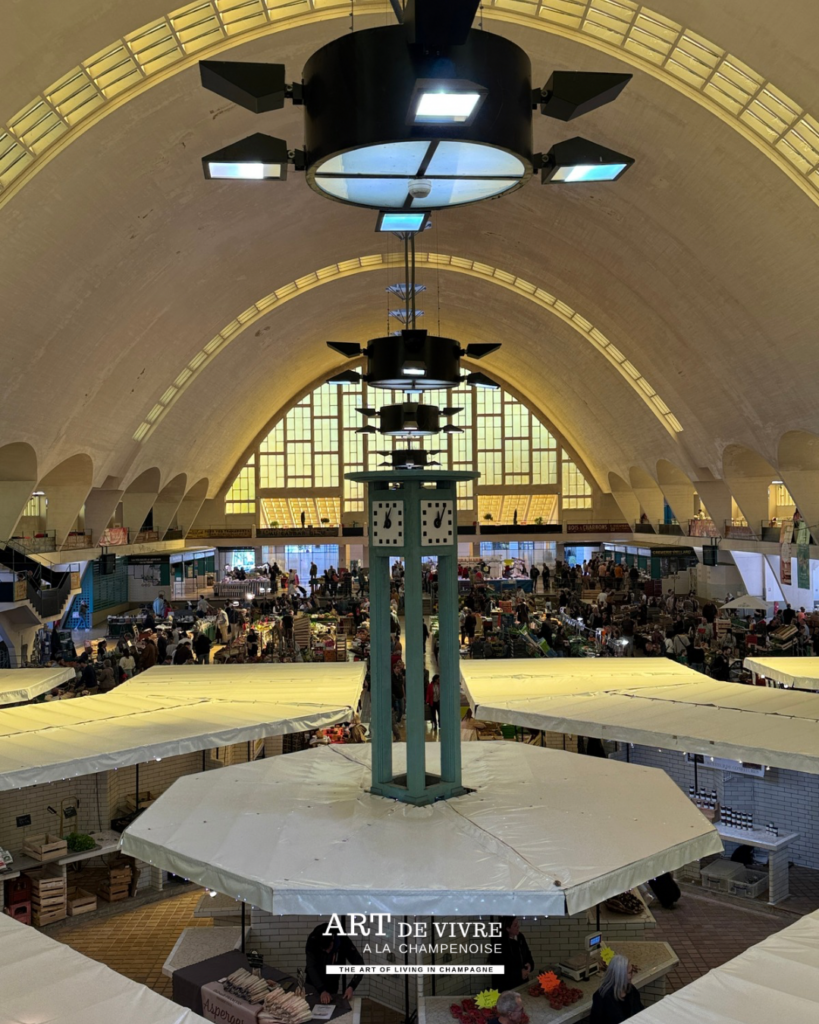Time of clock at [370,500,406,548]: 11:03
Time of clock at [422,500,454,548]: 12:05
